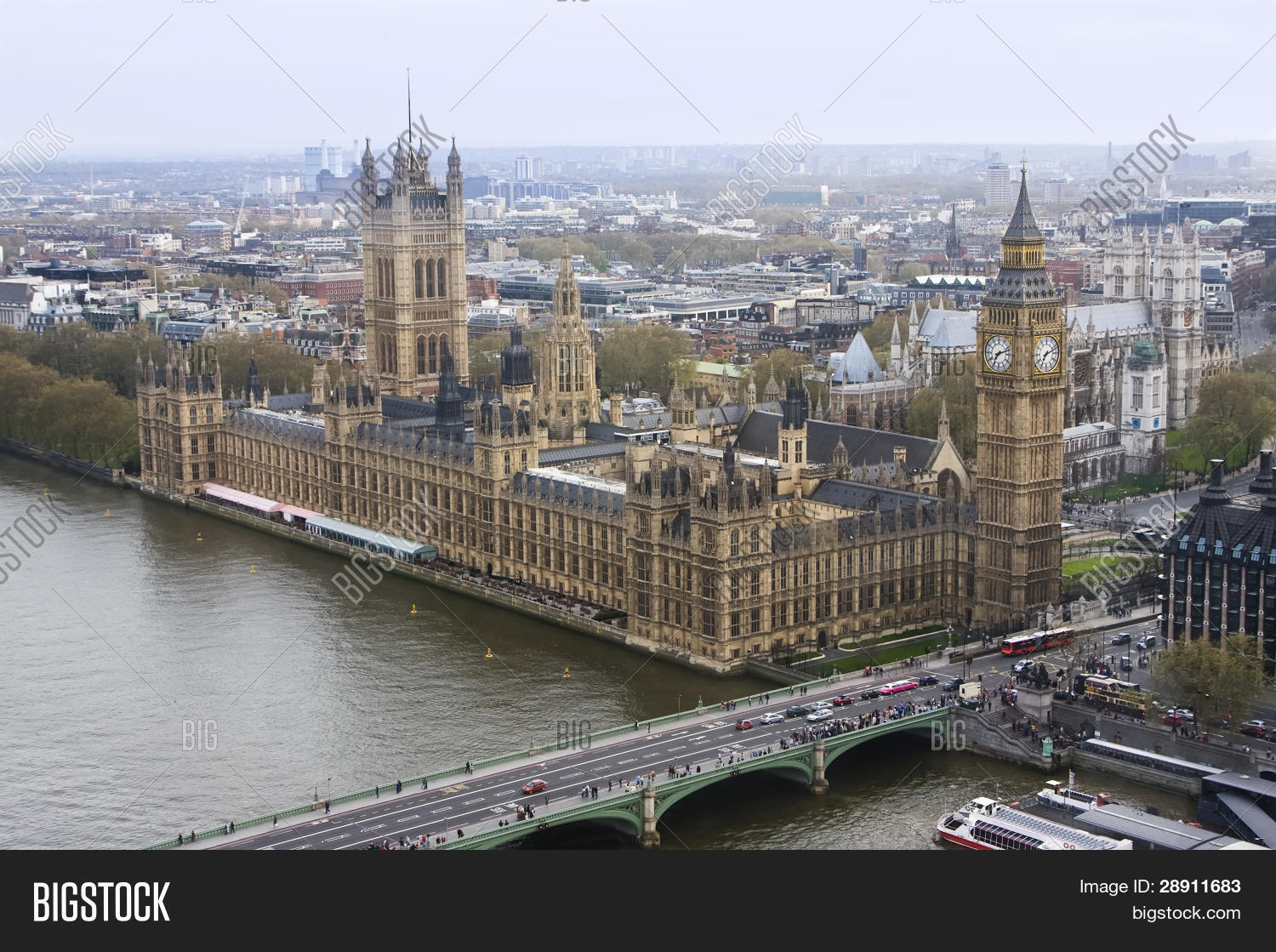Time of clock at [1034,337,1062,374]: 7:11
